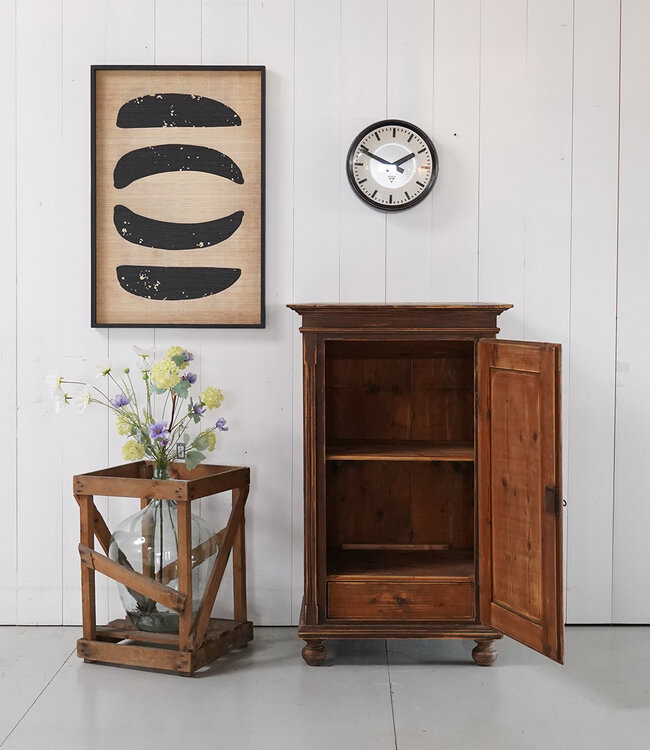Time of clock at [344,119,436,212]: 1:49
